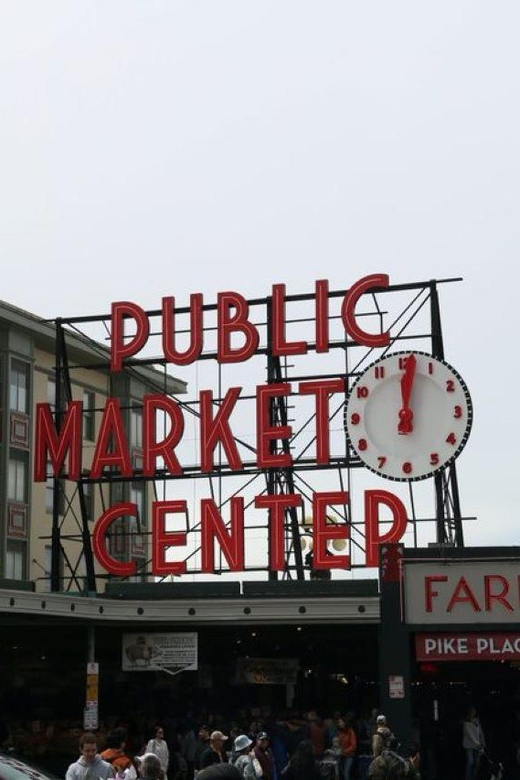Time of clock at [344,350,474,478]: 12:01
